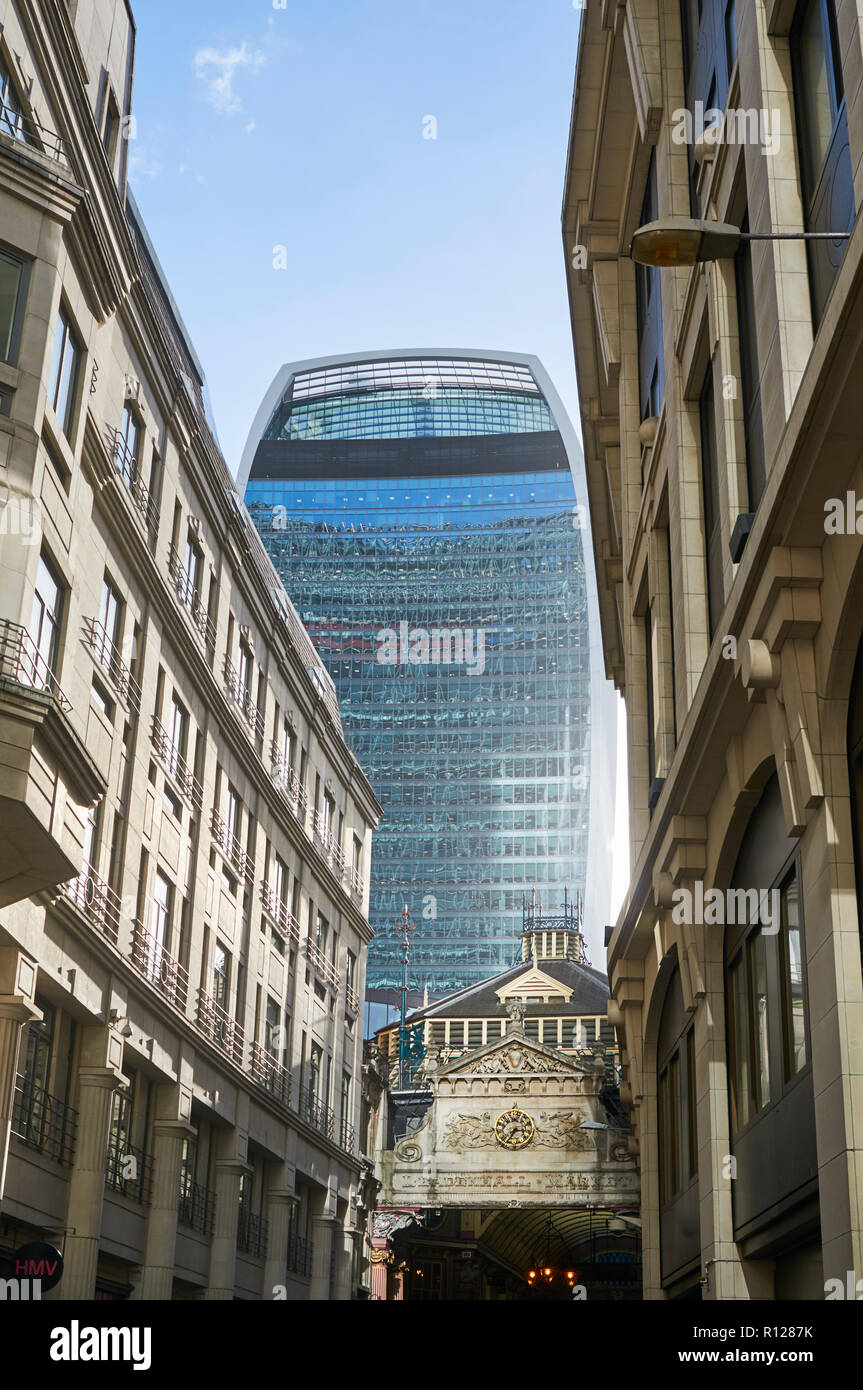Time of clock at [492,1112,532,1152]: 7:15
